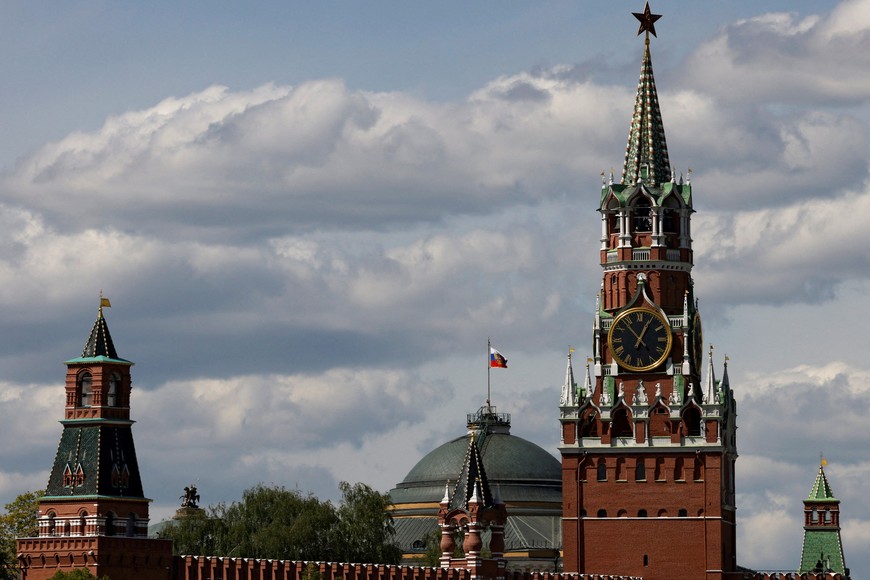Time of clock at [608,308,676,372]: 12:53
